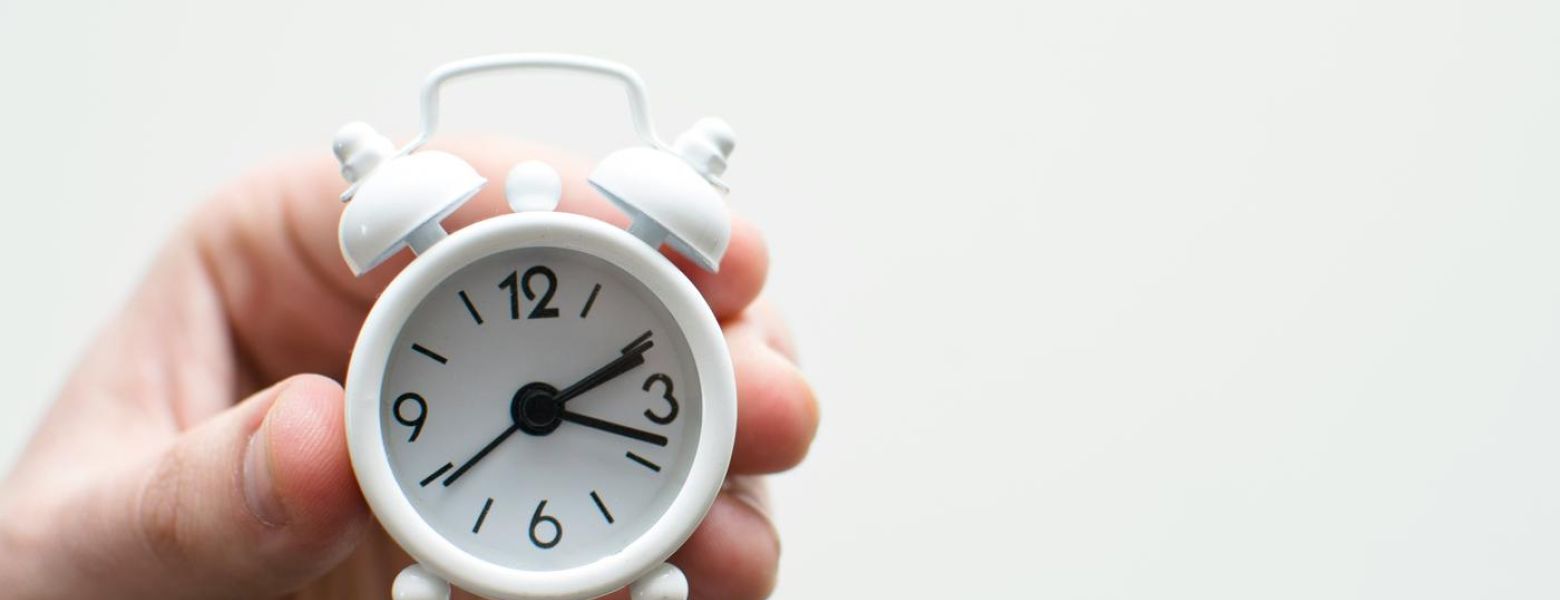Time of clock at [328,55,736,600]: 2:18
